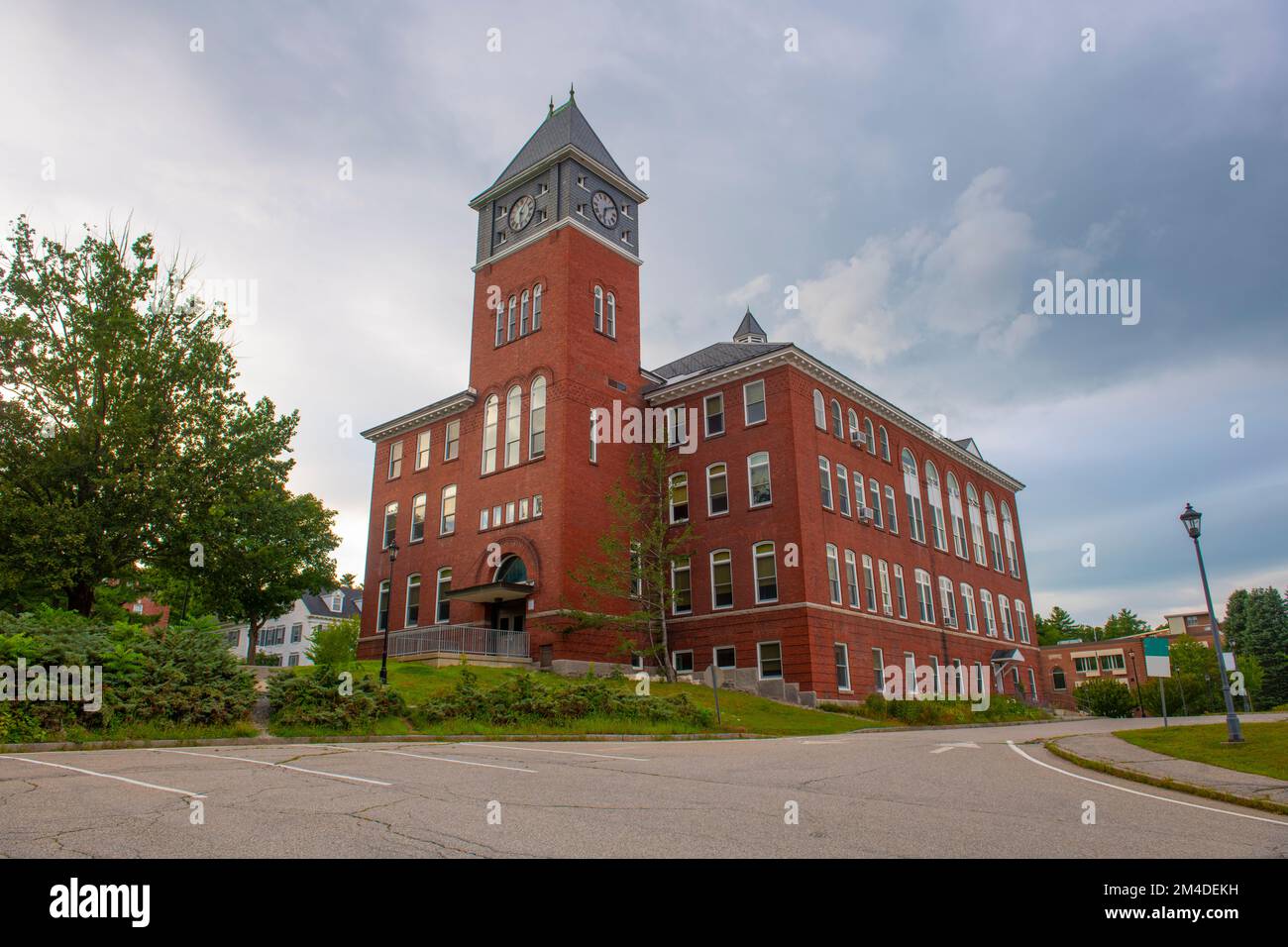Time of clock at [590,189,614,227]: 6:10
